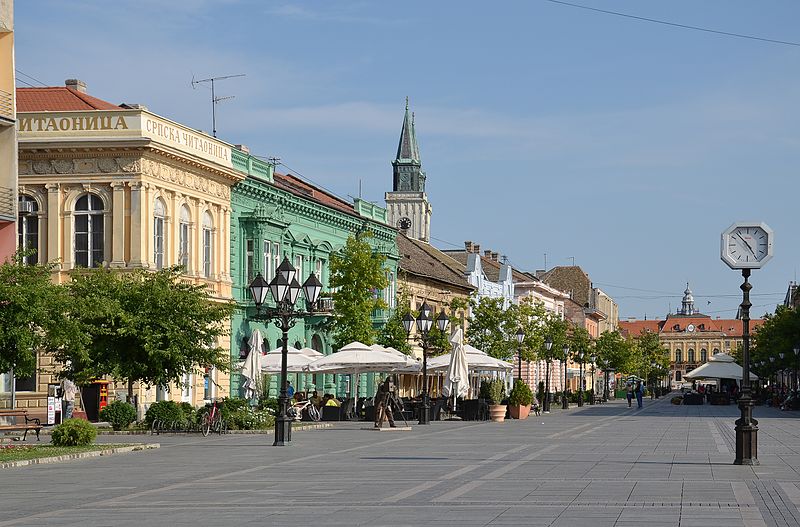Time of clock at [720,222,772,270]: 4:53
